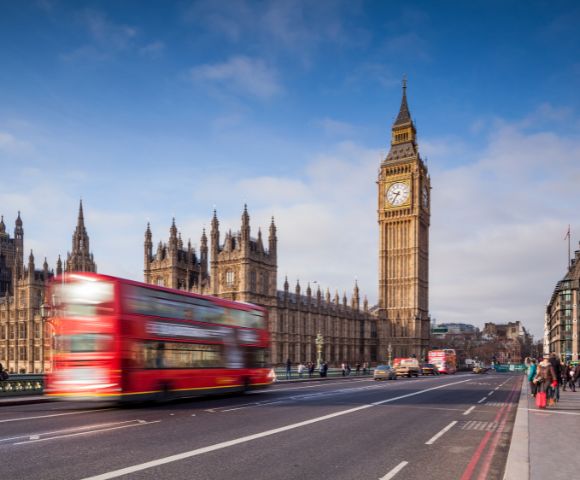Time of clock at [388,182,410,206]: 9:36
